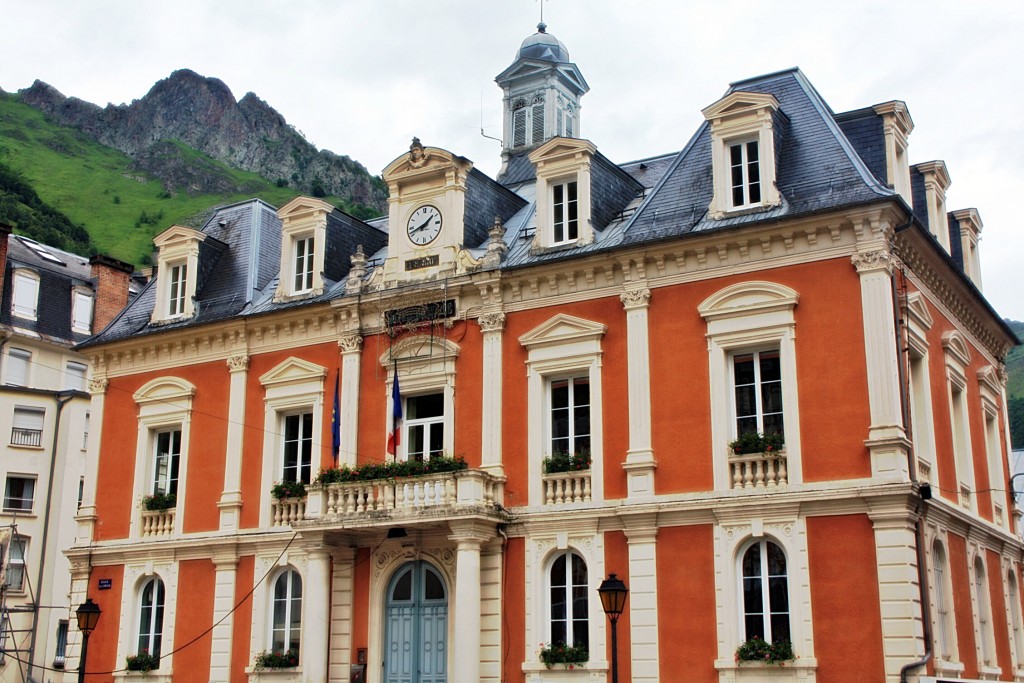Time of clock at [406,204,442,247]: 1:42
